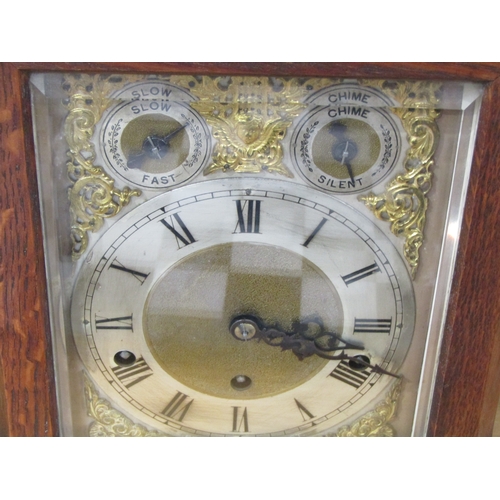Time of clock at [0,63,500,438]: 3:18
